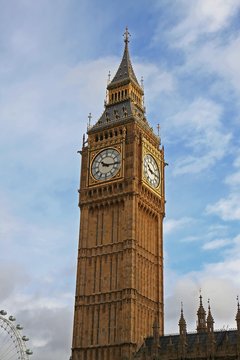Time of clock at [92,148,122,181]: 10:15
